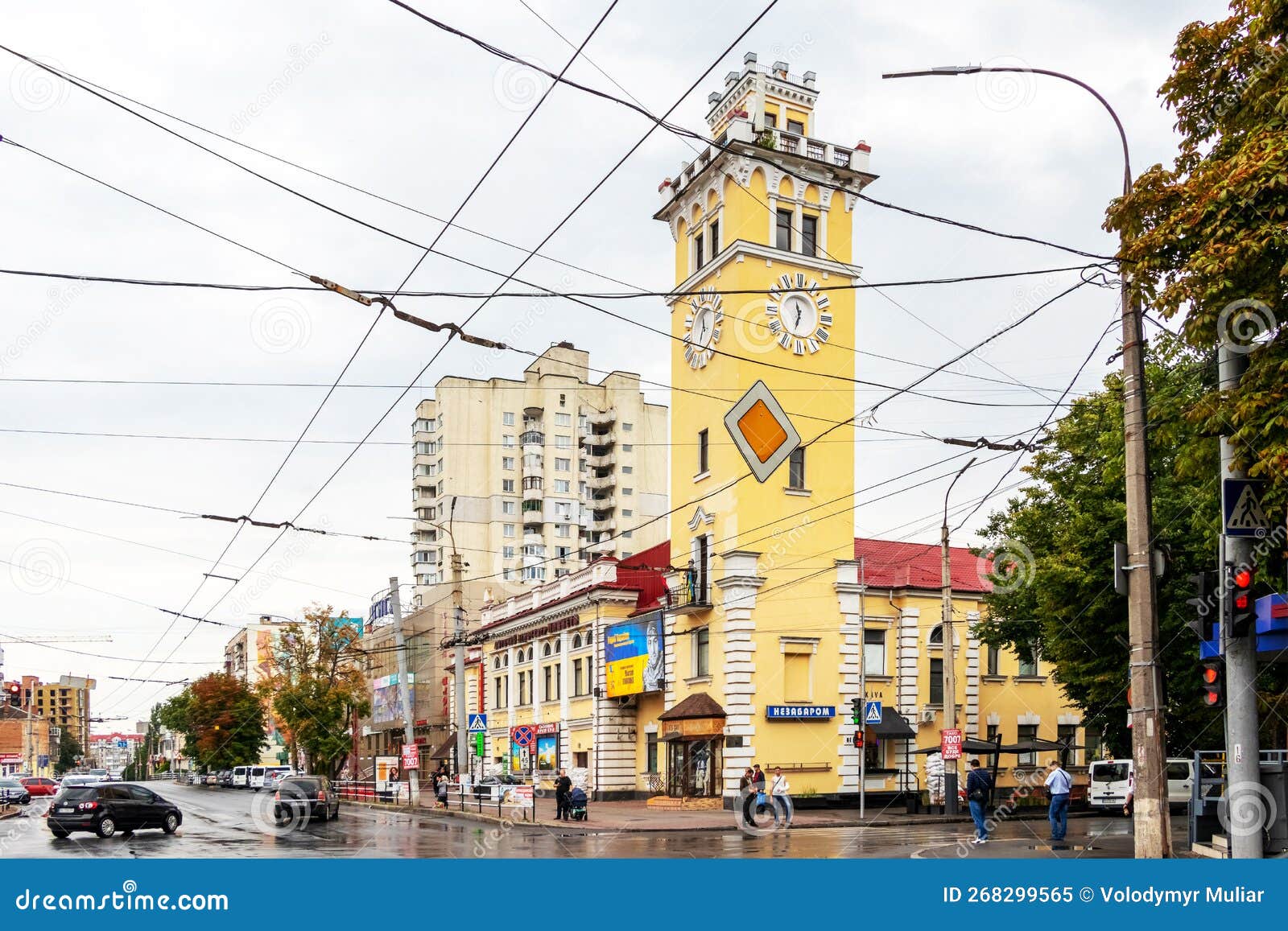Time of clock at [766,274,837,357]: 11:32
